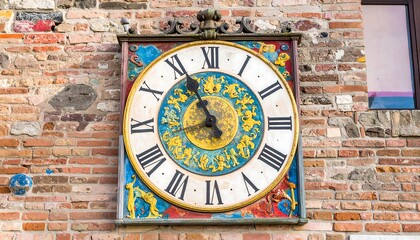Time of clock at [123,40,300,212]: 10:55
